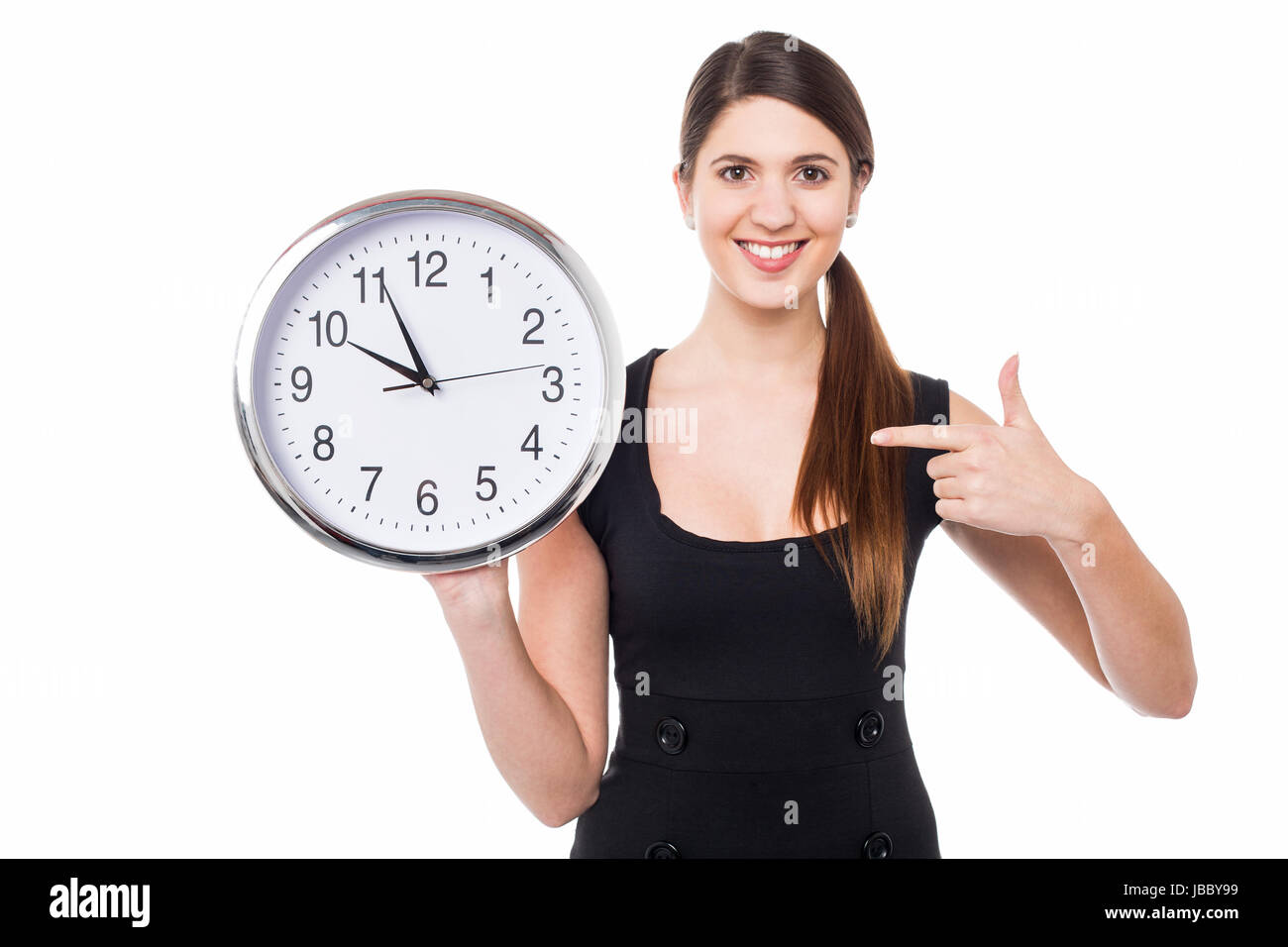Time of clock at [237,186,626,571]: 9:56
